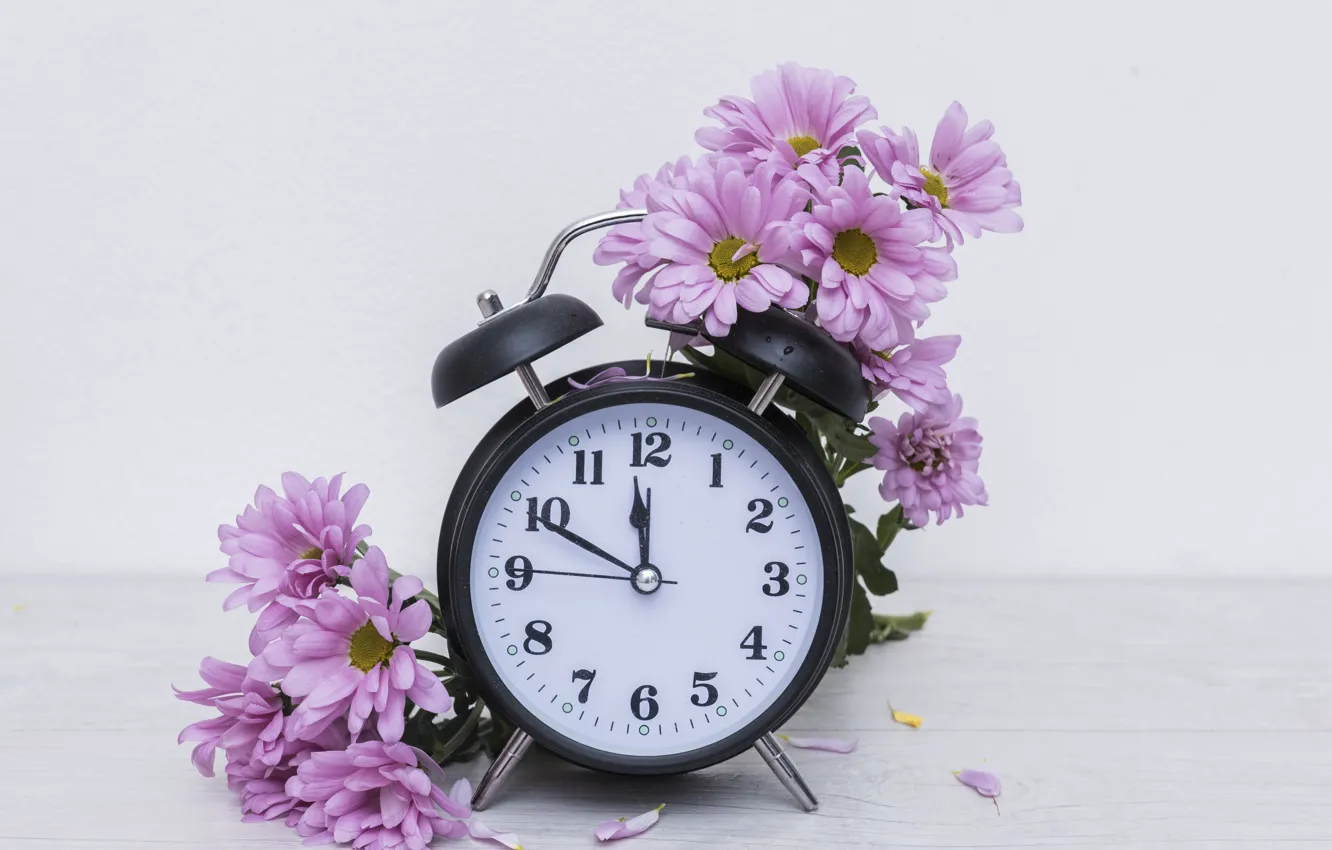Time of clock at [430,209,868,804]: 11:49
